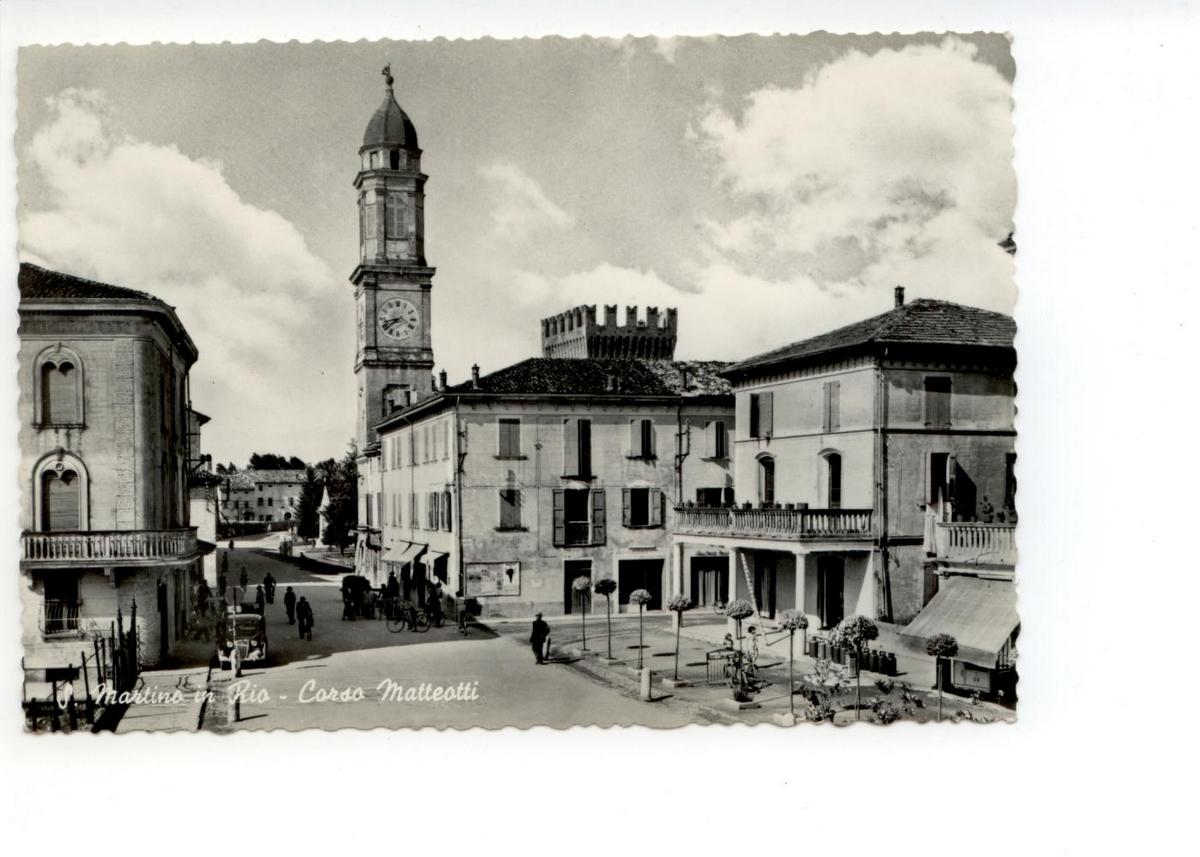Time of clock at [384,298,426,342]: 7:42
